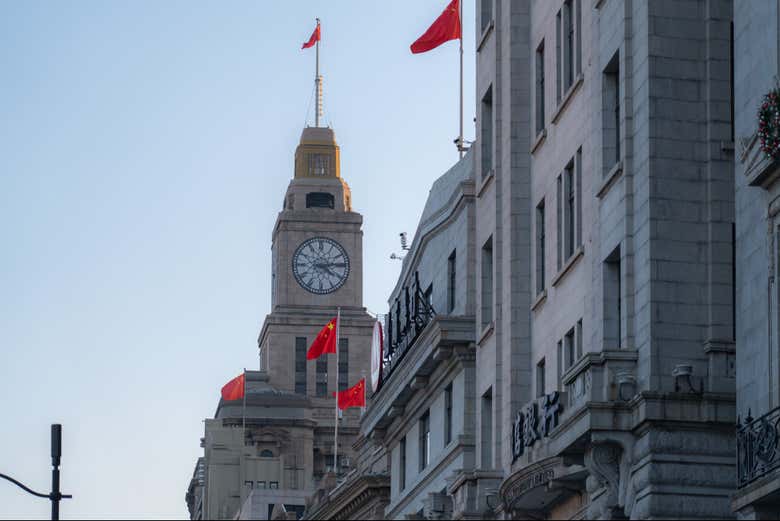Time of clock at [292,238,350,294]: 4:13
